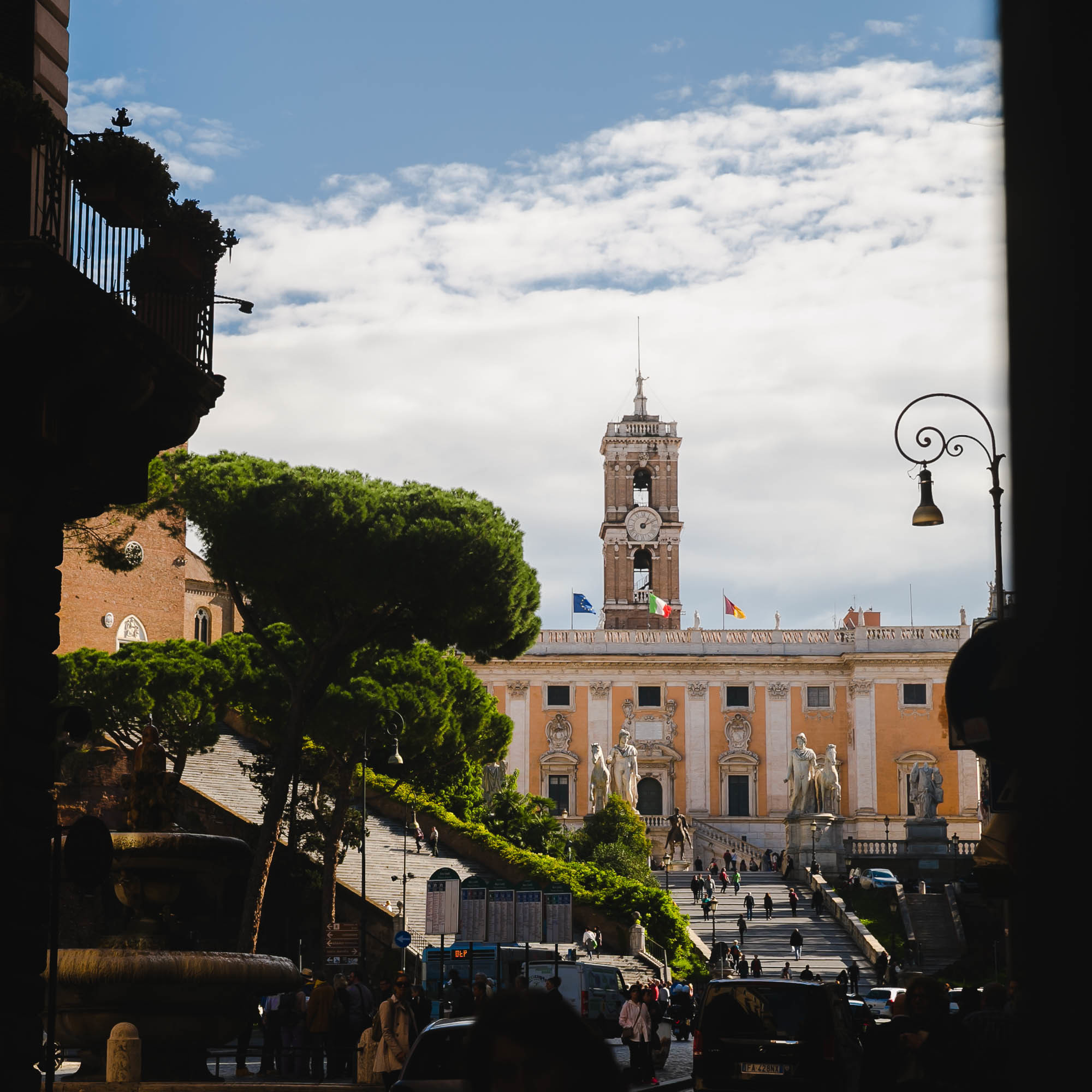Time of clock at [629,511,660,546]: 1:11
